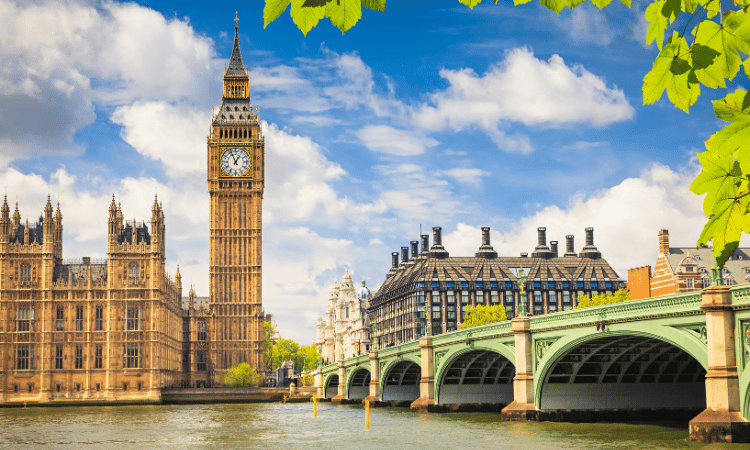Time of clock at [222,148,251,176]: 12:56
